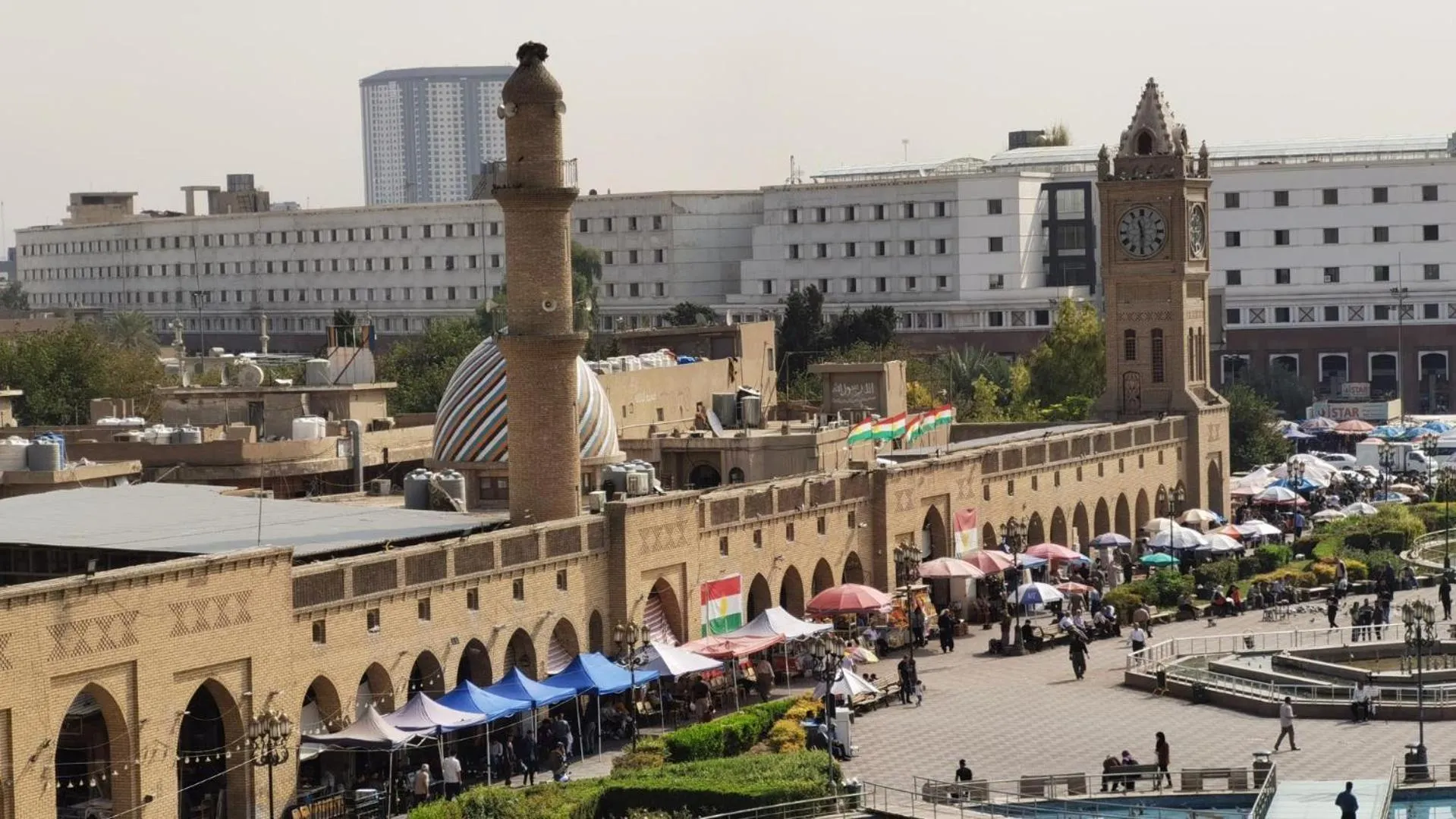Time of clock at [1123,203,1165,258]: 11:29
